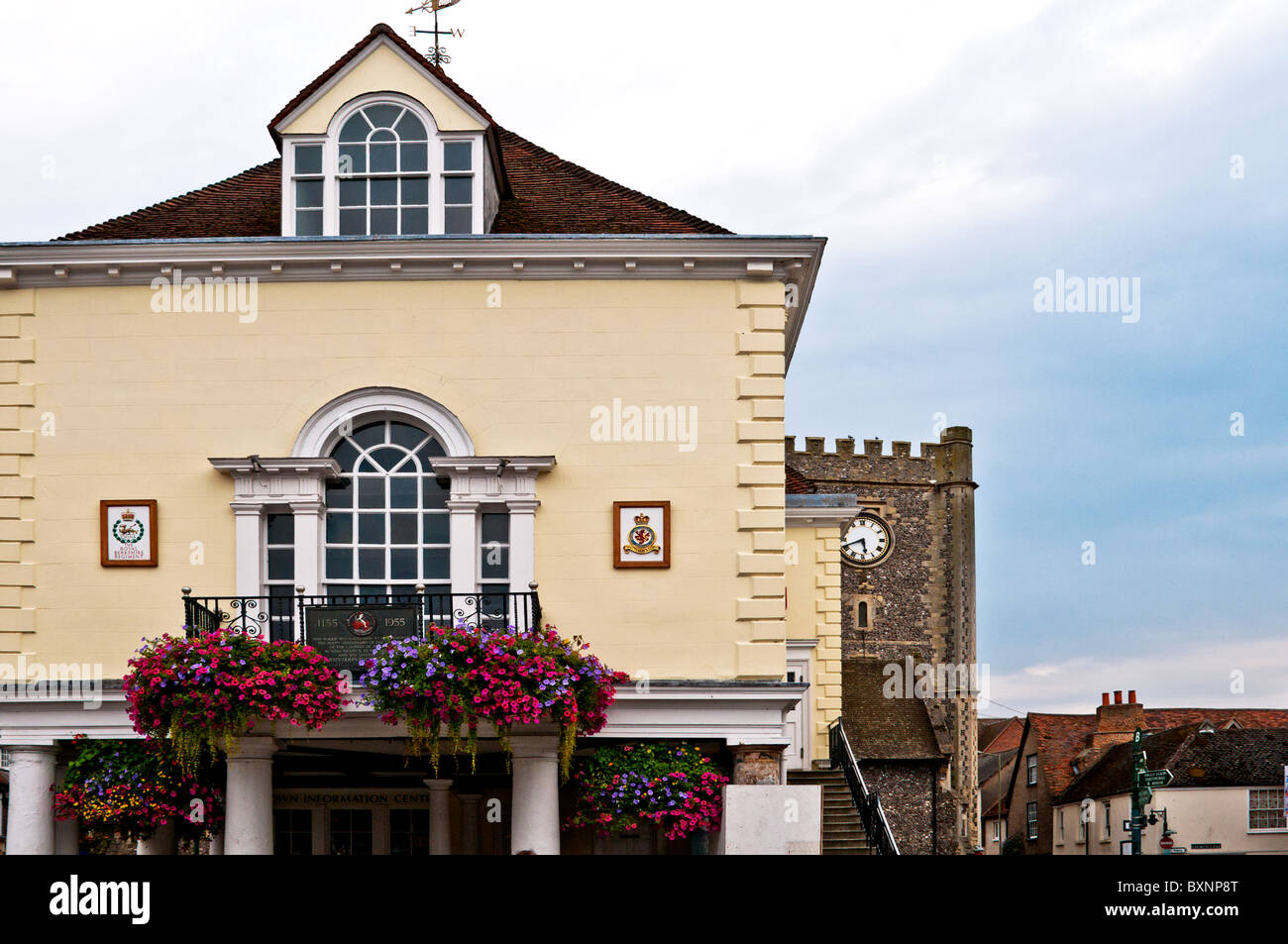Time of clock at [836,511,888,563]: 5:41
